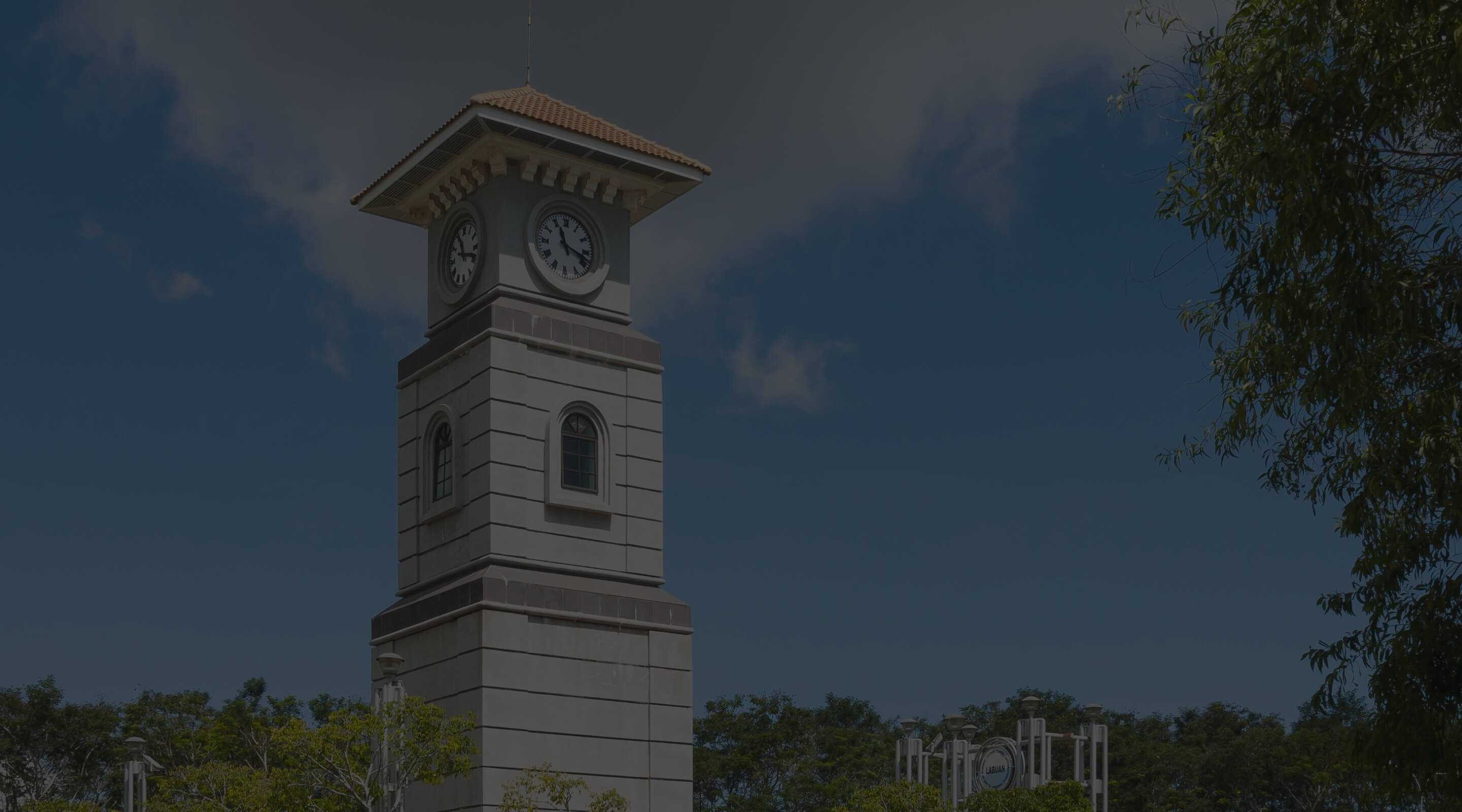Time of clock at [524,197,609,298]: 11:17
